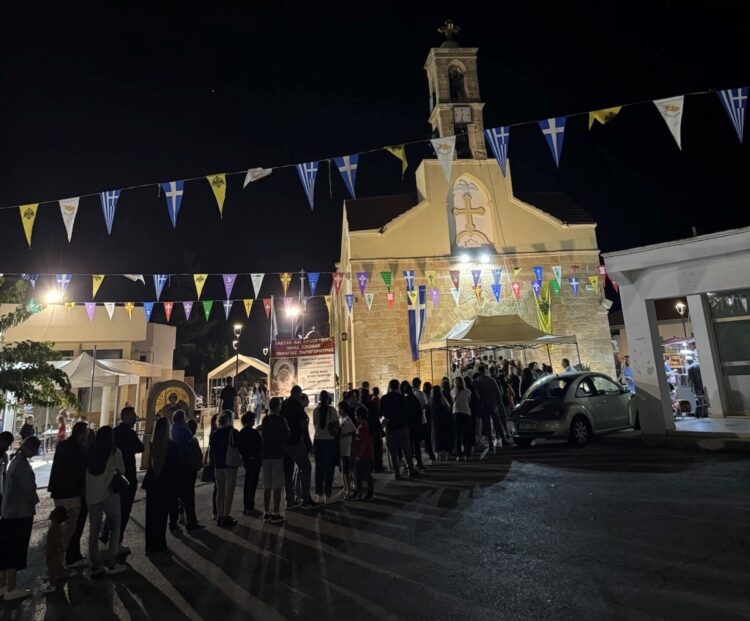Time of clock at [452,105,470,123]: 6:32
